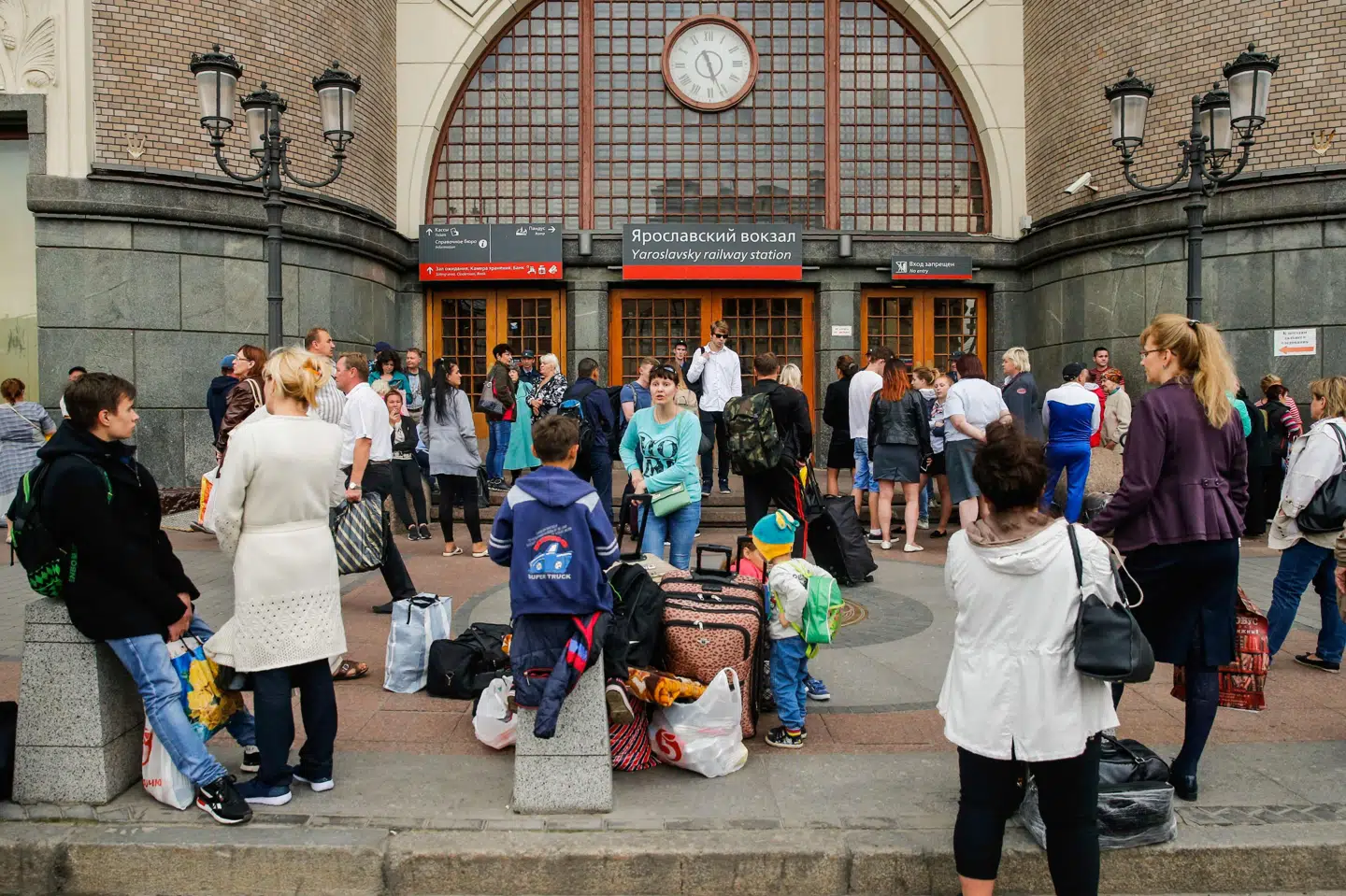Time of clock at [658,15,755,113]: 5:26
